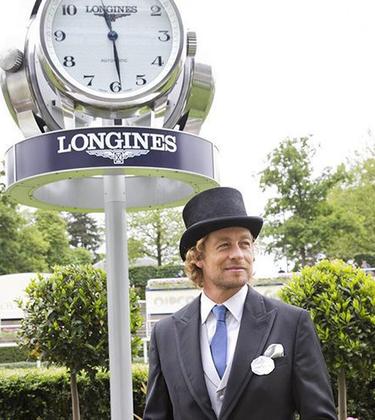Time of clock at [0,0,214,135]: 11:28
